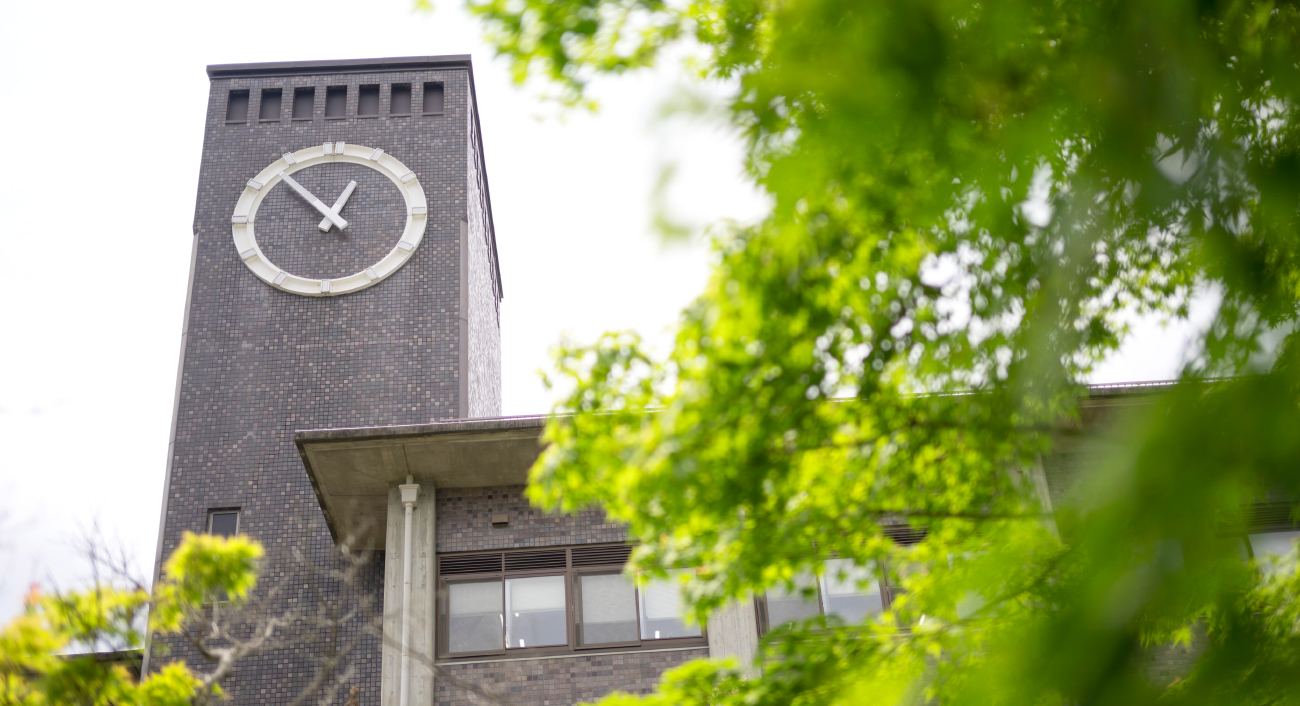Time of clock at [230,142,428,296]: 12:52
